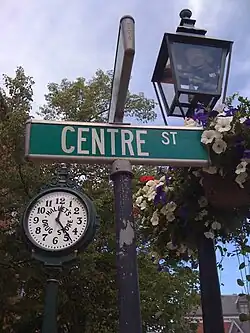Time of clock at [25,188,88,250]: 12:23
